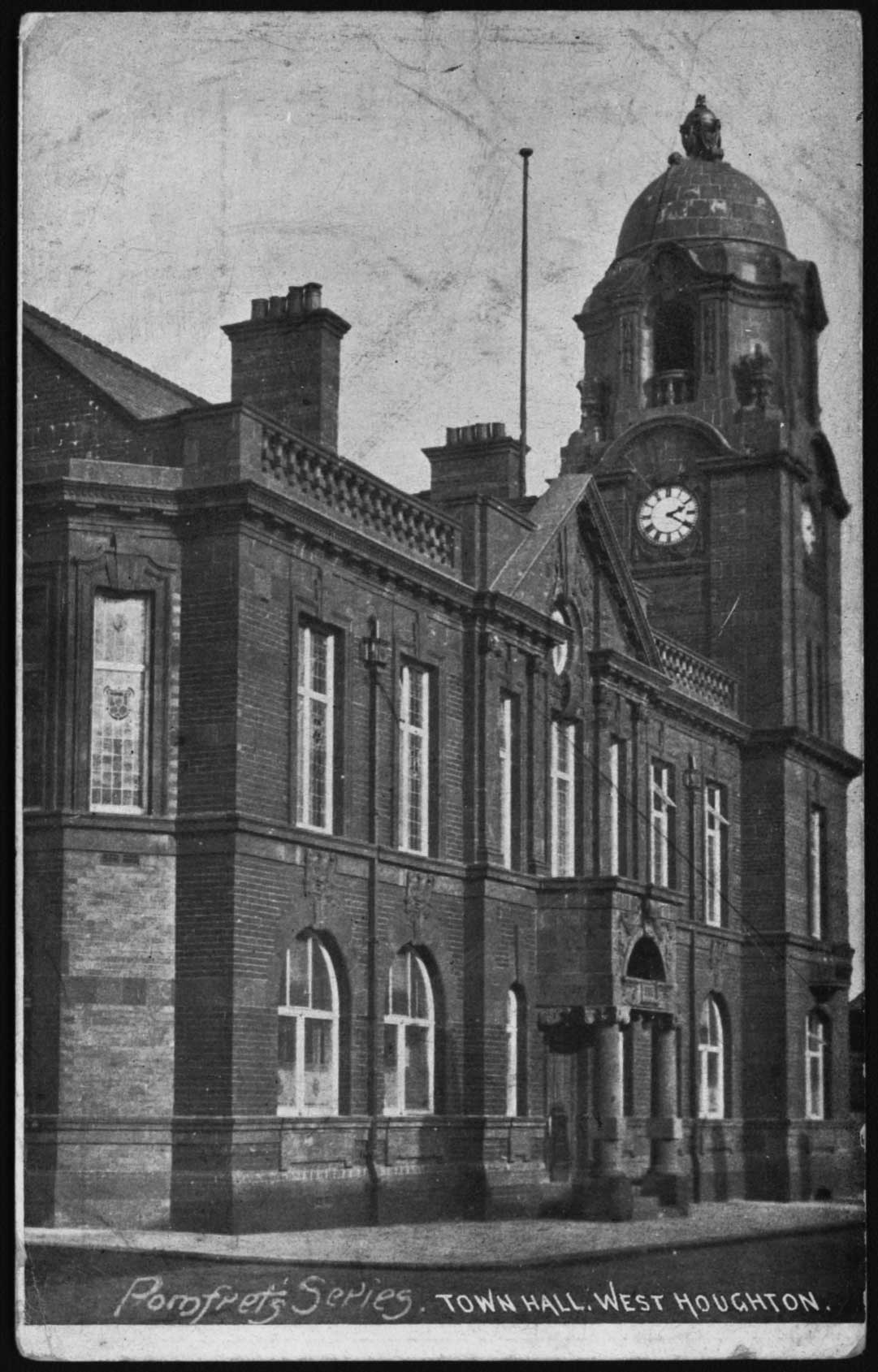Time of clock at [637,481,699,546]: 2:20
